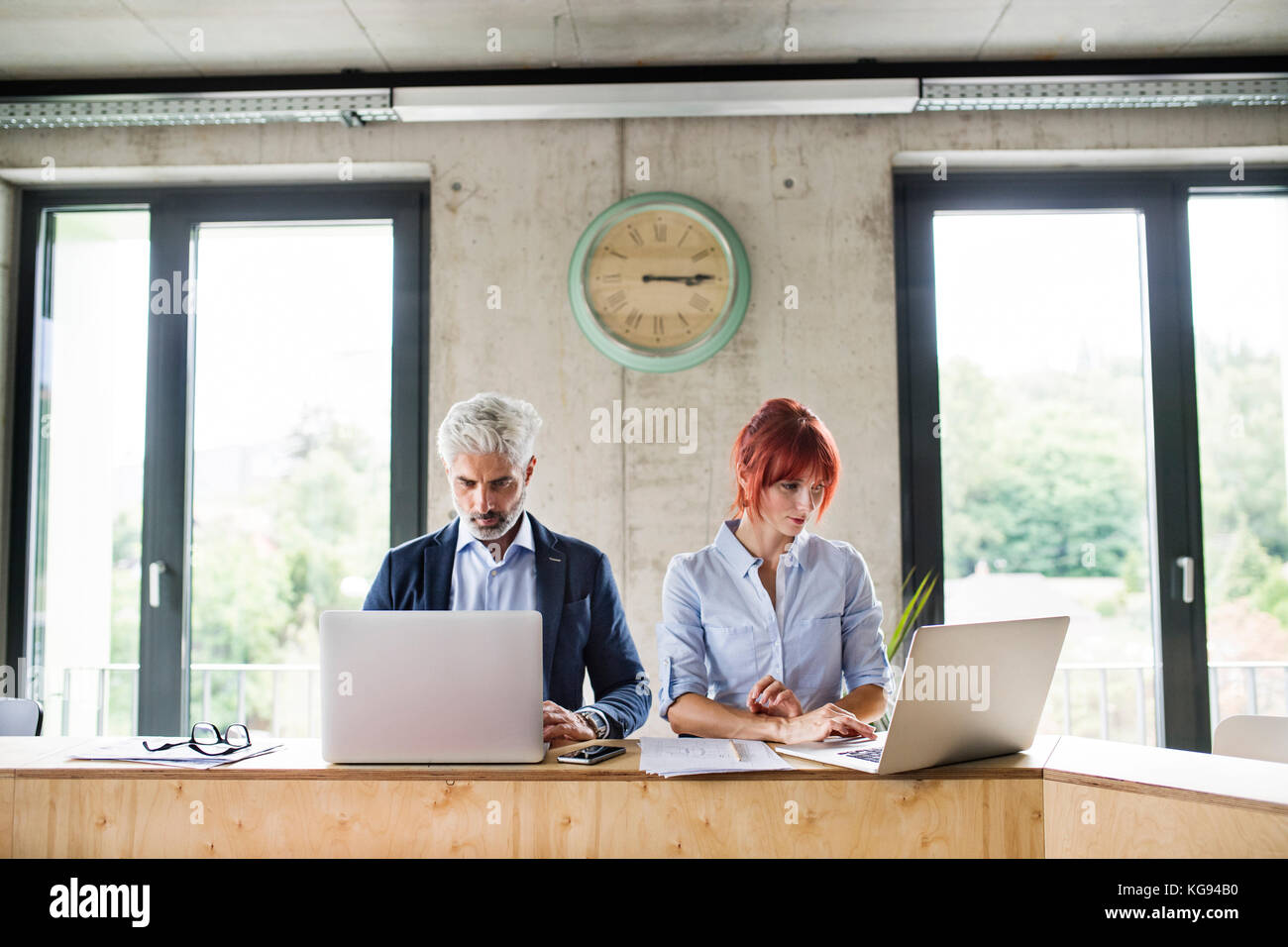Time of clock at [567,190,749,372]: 3:14
